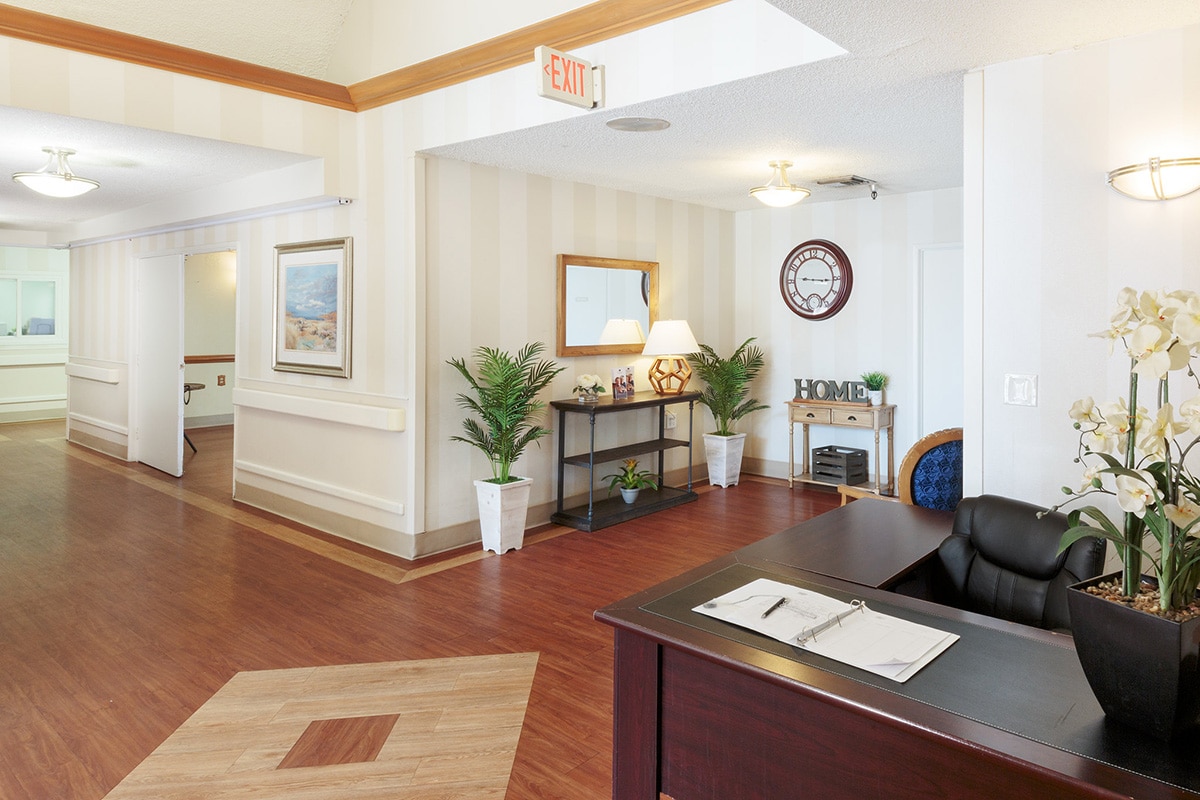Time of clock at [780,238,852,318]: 9:15
